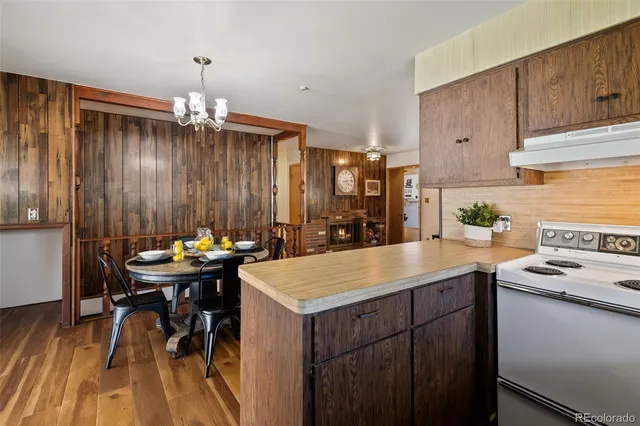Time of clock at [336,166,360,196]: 4:13
